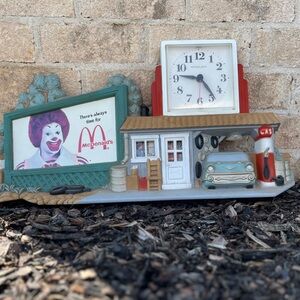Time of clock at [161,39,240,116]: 9:23
